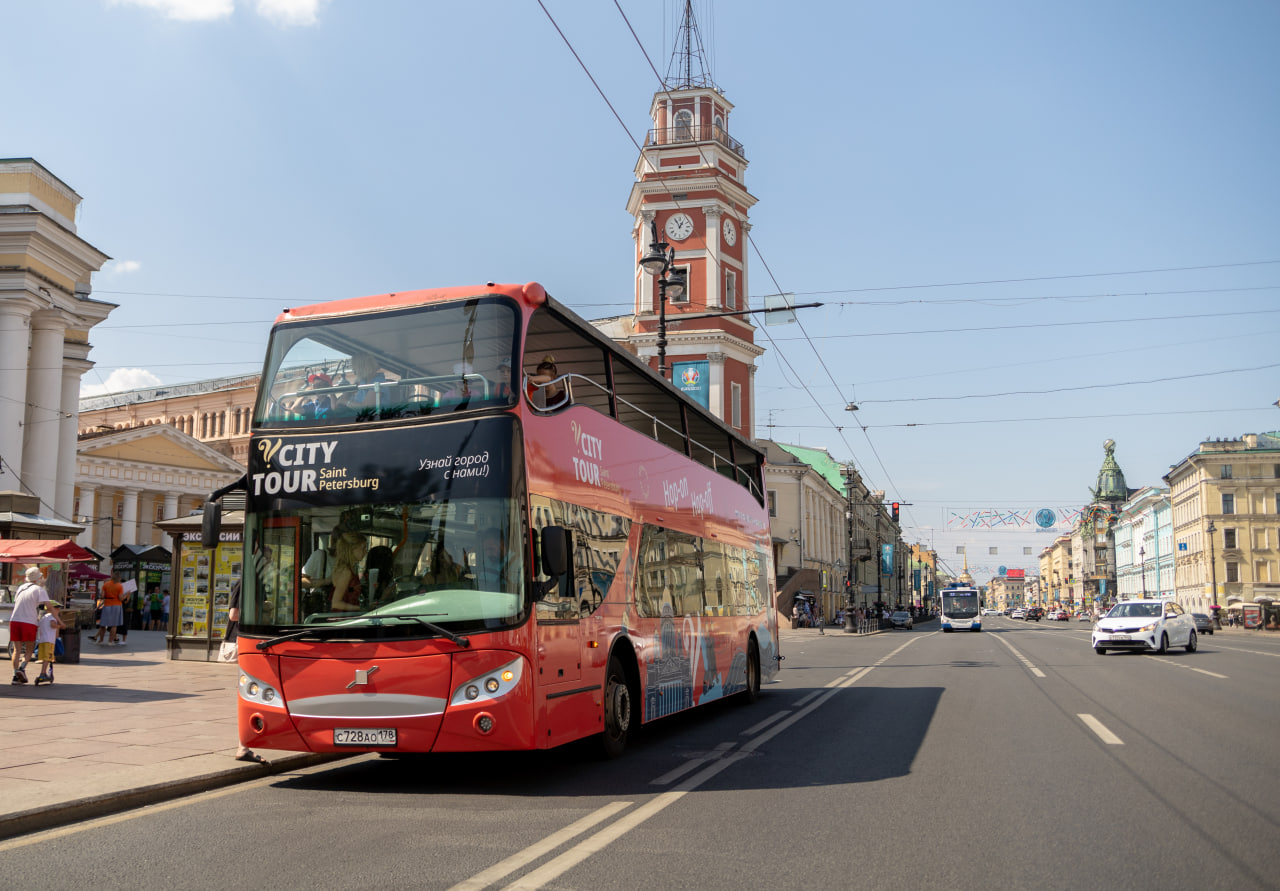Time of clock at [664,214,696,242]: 12:55
